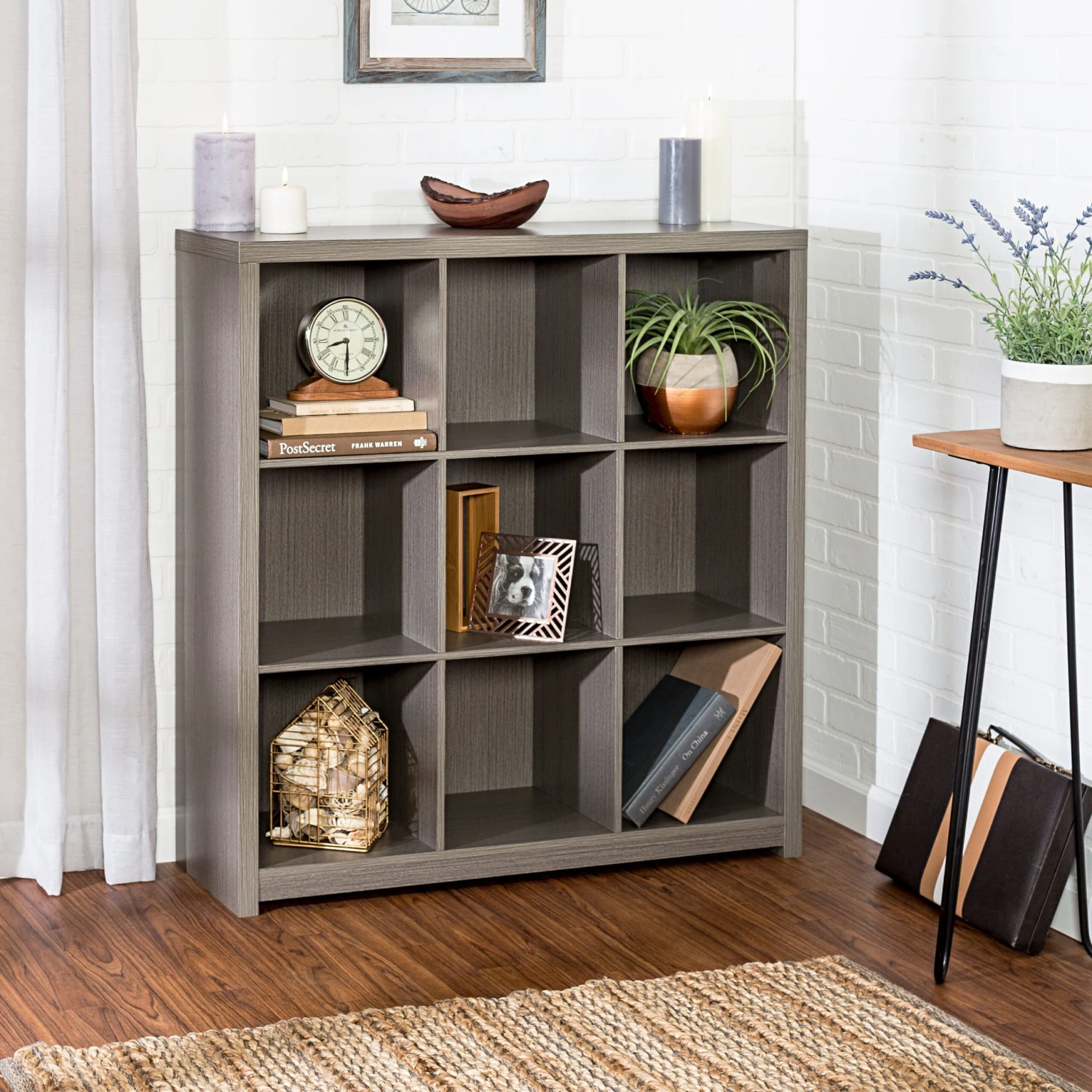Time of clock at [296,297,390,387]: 8:30
